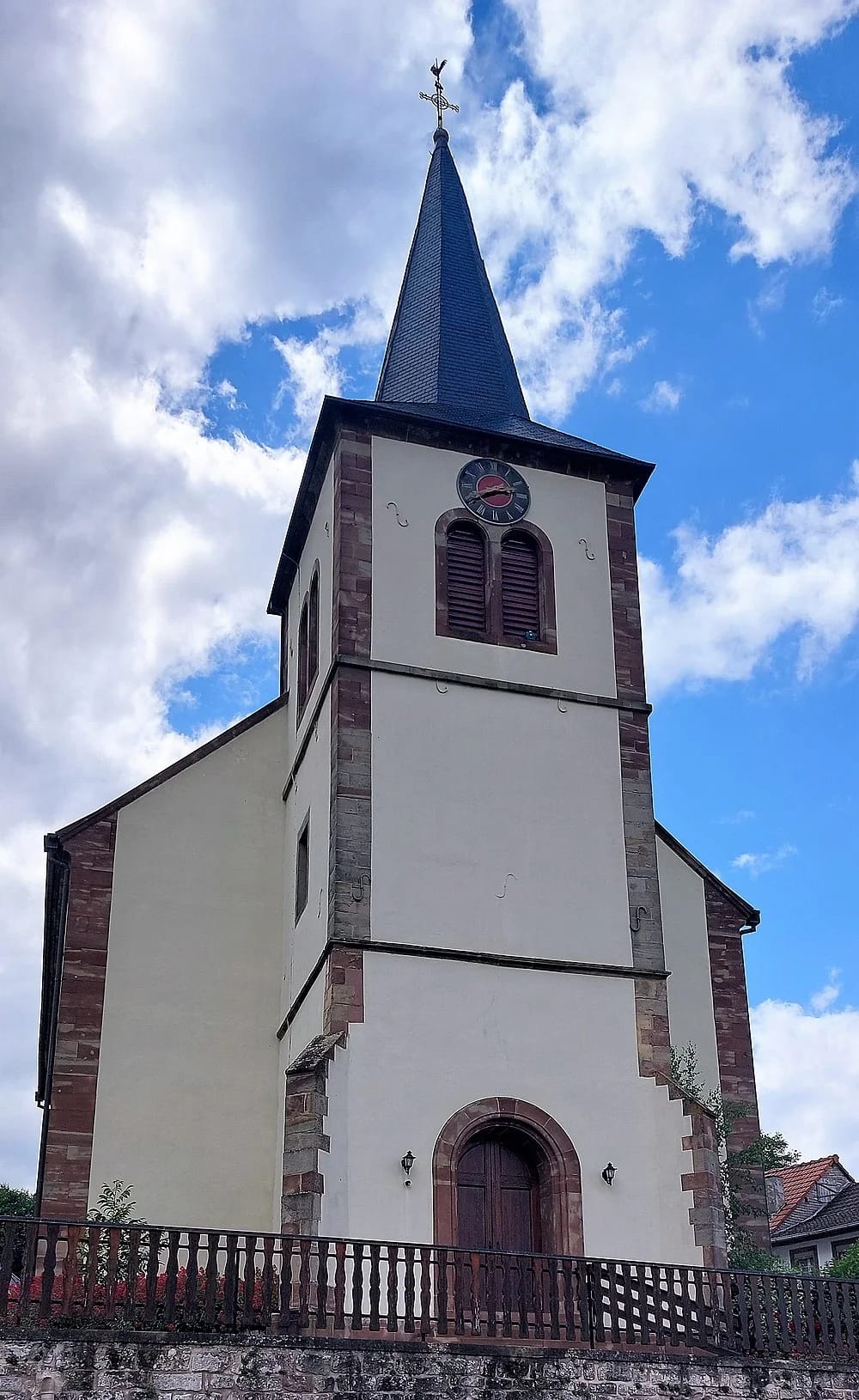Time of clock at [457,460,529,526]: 2:40
